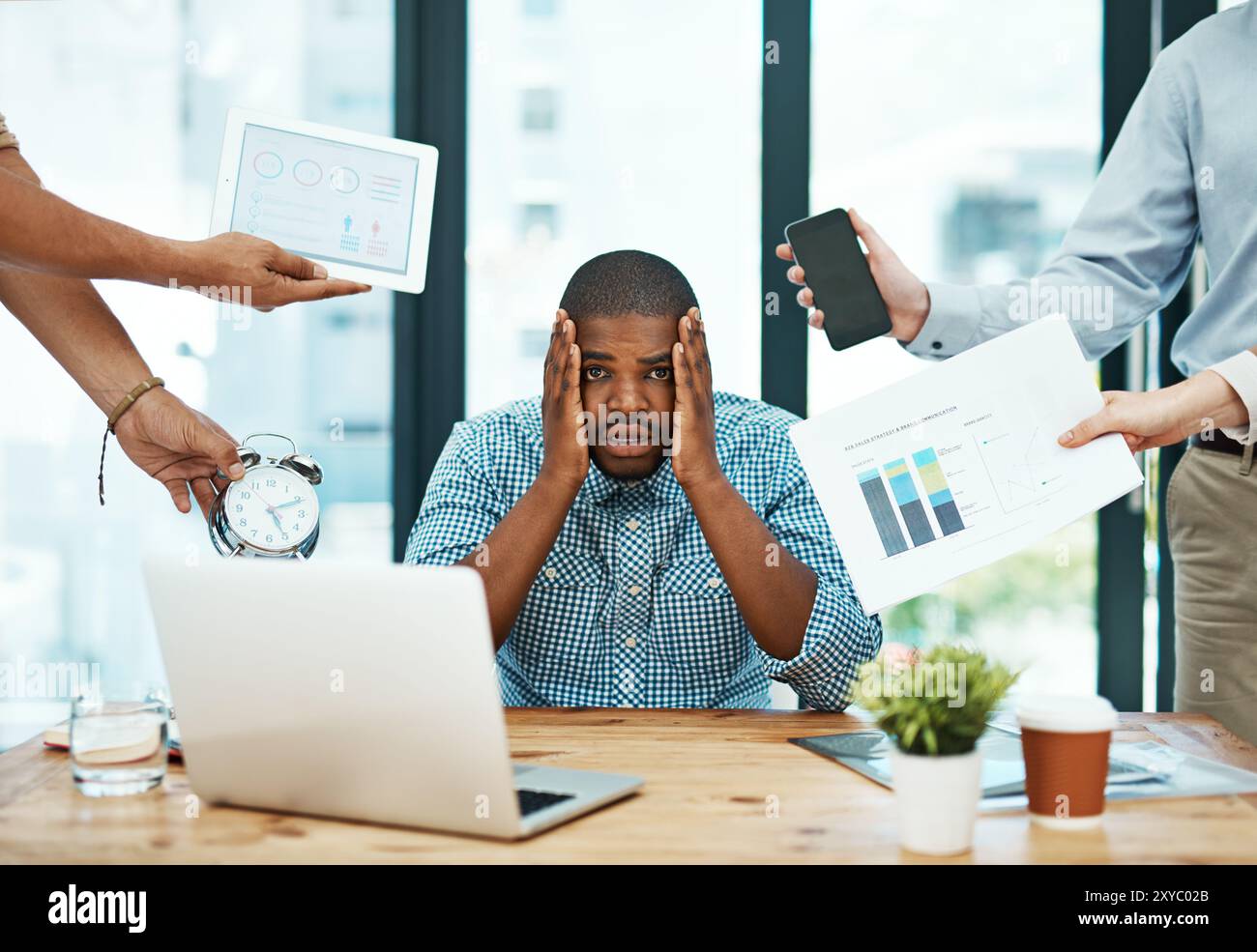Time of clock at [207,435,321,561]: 5:11
